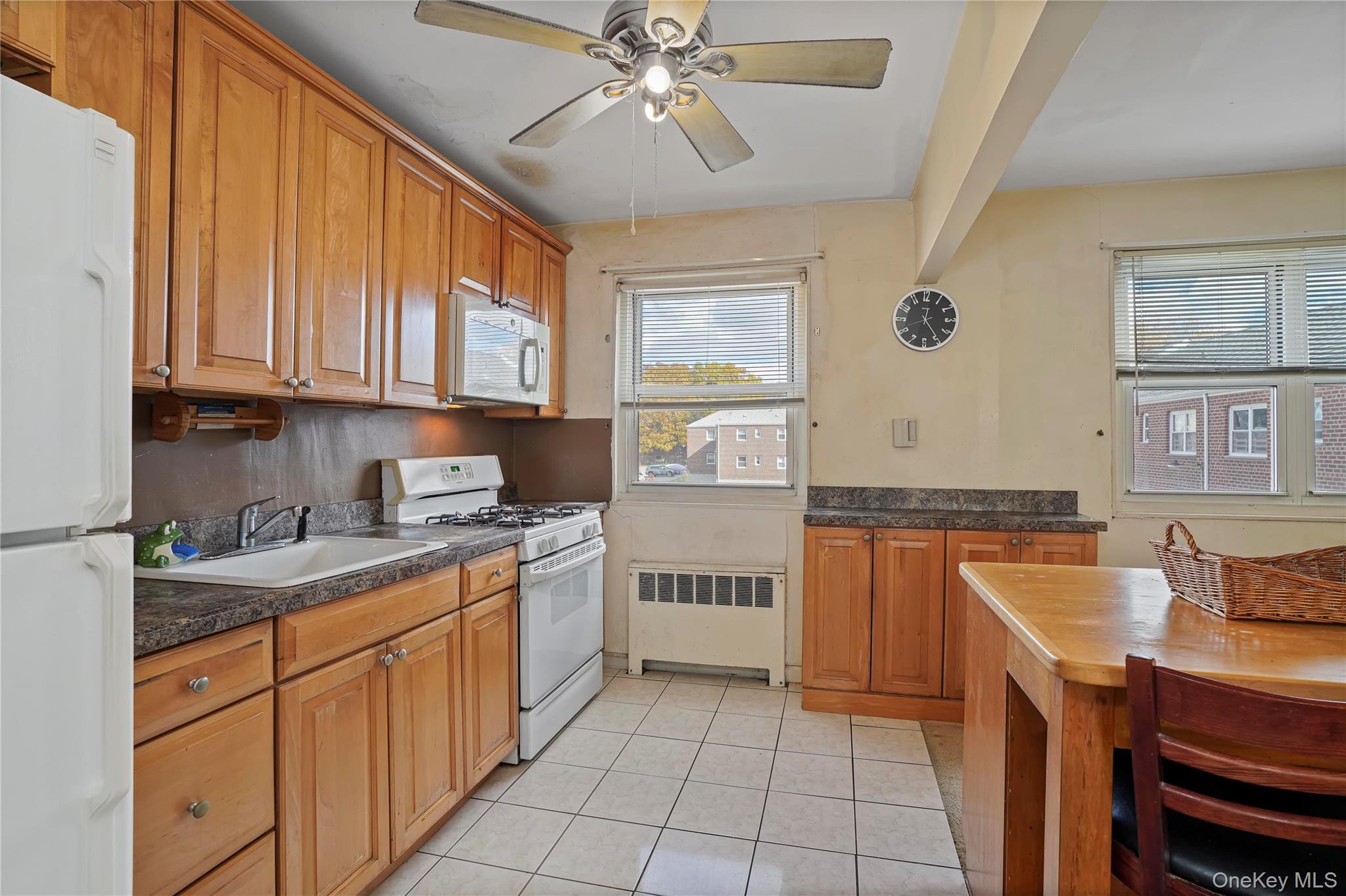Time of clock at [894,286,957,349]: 12:24
